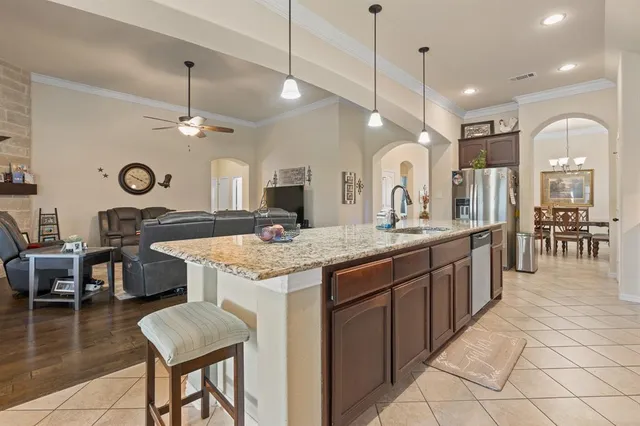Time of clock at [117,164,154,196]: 3:49
